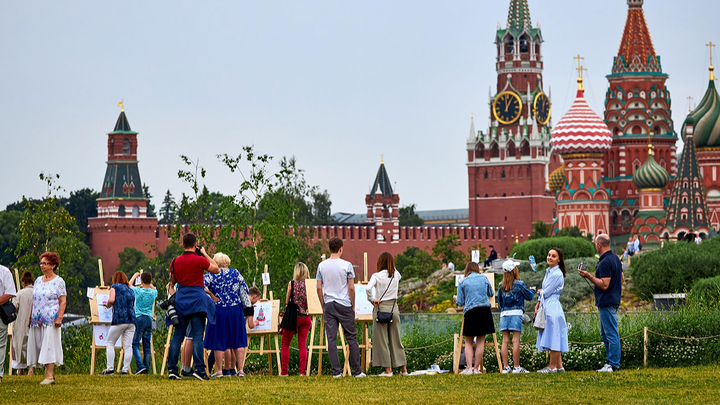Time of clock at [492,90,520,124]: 12:58
